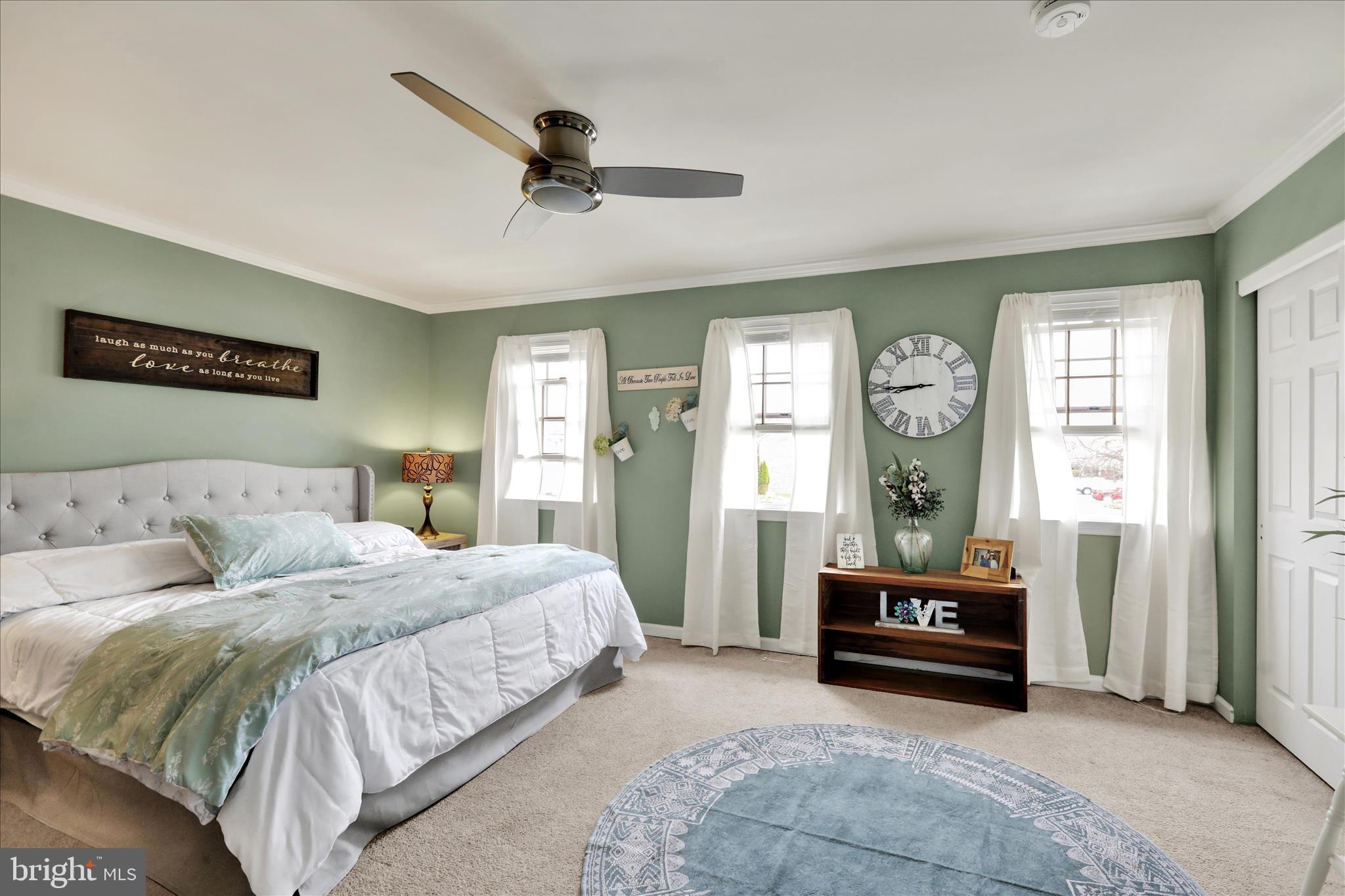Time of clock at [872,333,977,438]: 8:44
